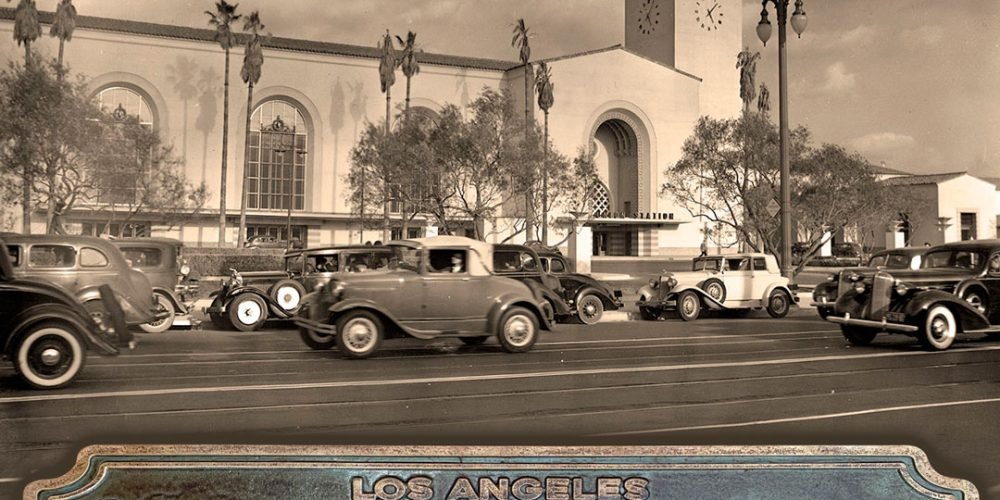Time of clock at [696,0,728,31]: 5:07
